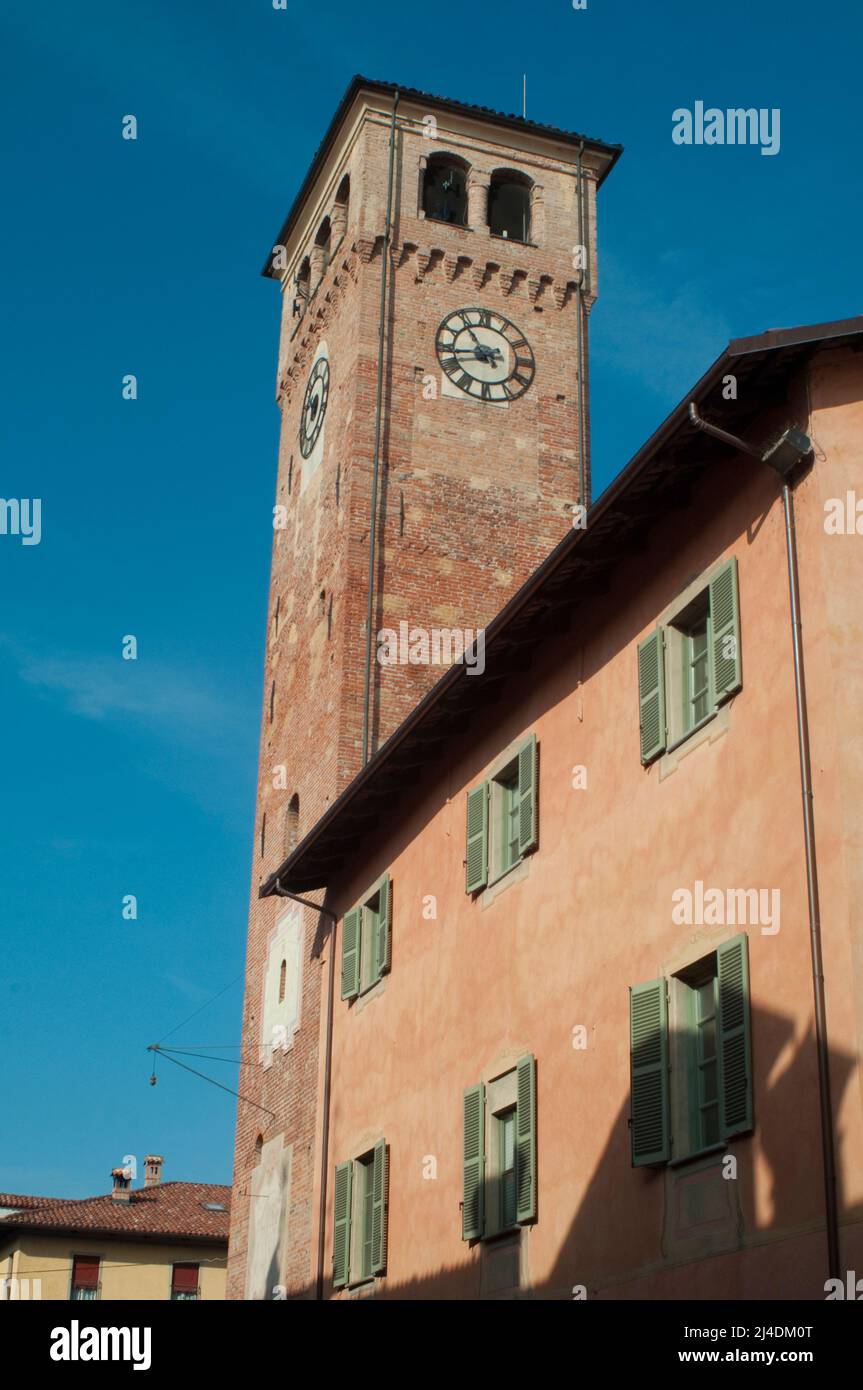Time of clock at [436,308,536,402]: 10:43
